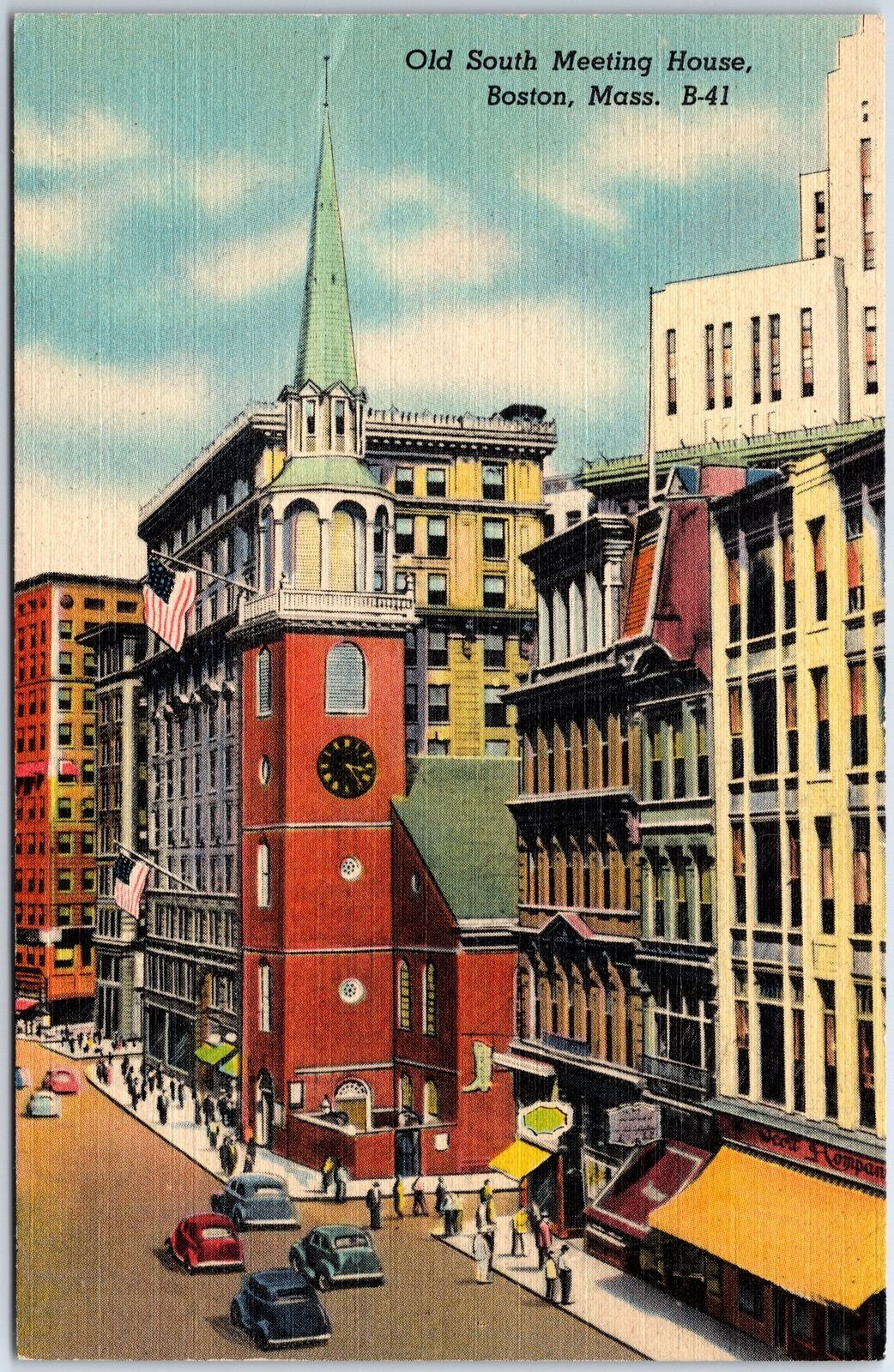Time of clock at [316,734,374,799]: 3:23
